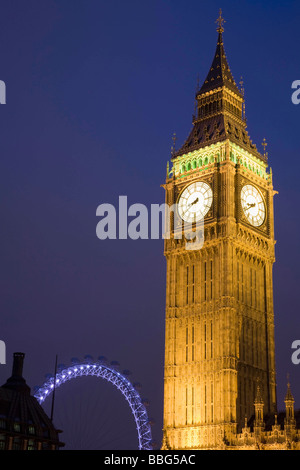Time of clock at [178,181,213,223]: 8:39
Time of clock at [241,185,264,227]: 8:39
